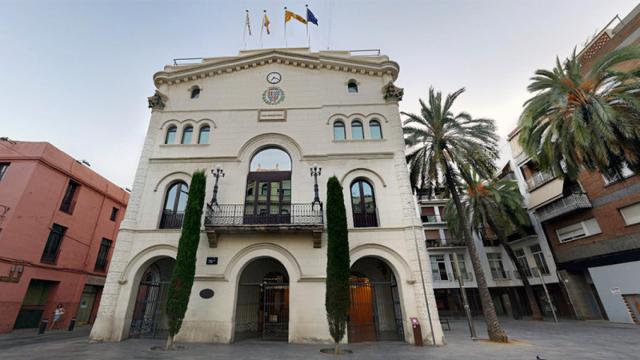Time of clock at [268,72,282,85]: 7:18
